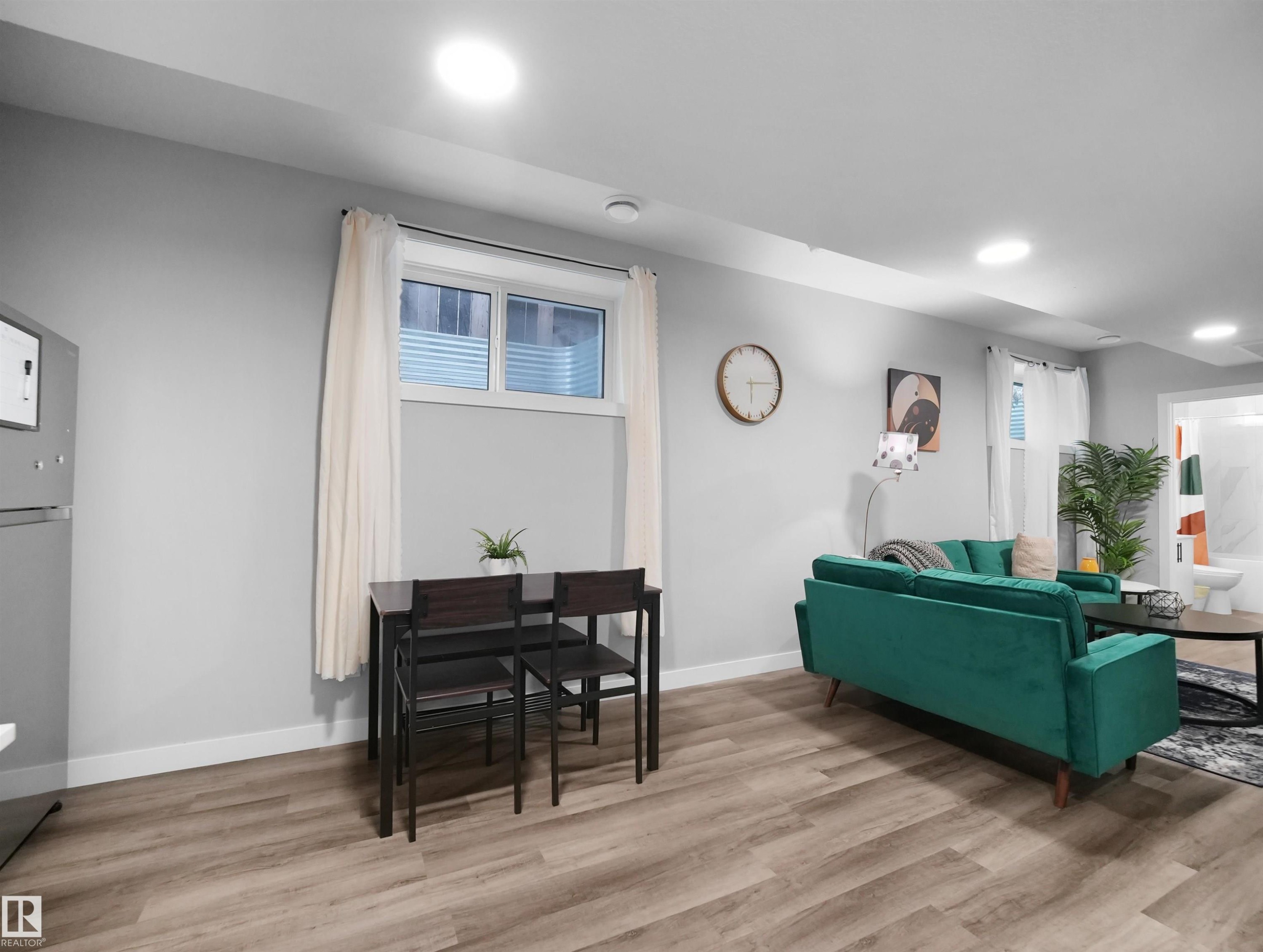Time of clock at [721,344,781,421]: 6:13
